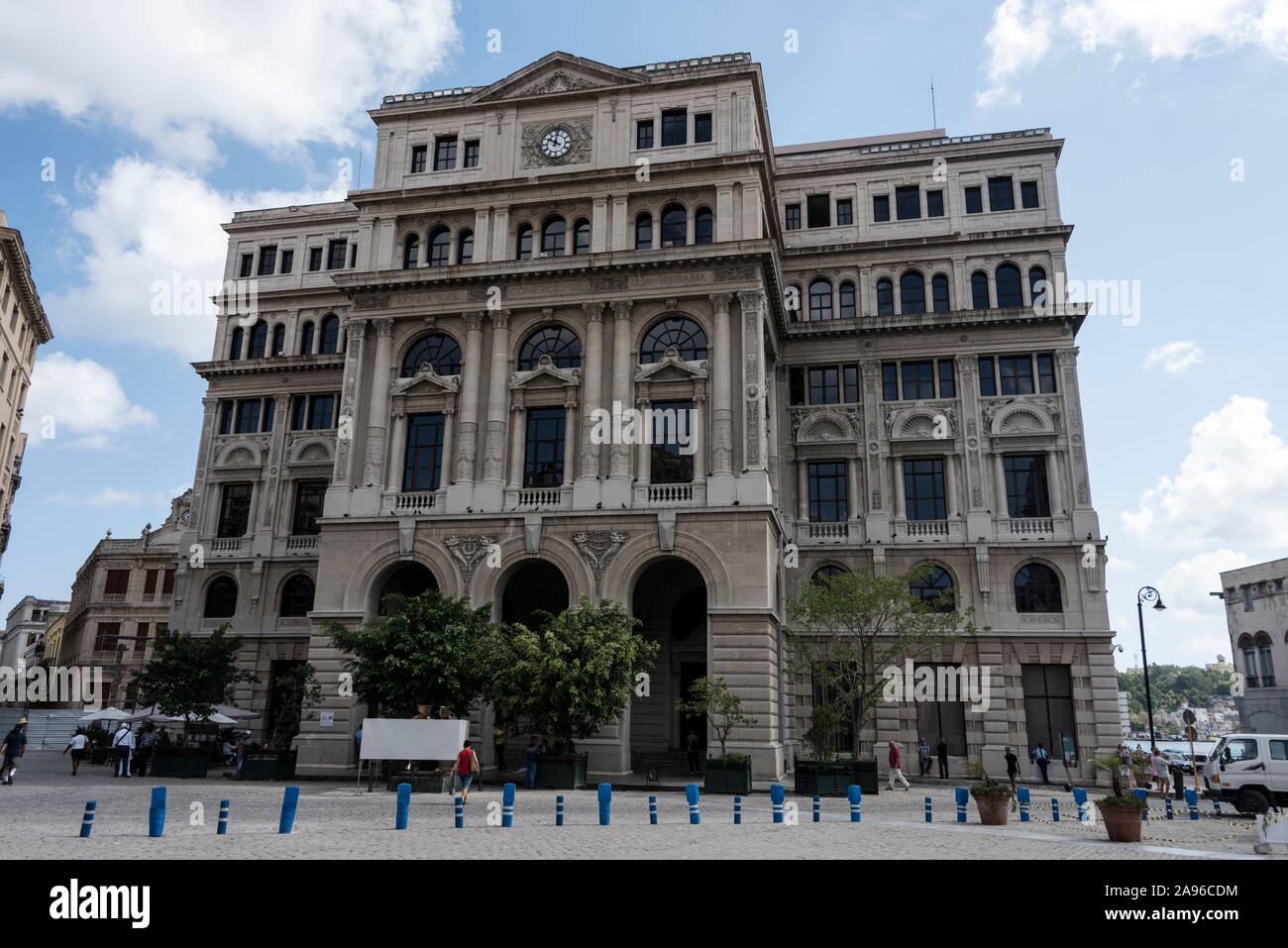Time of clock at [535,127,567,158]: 10:00
